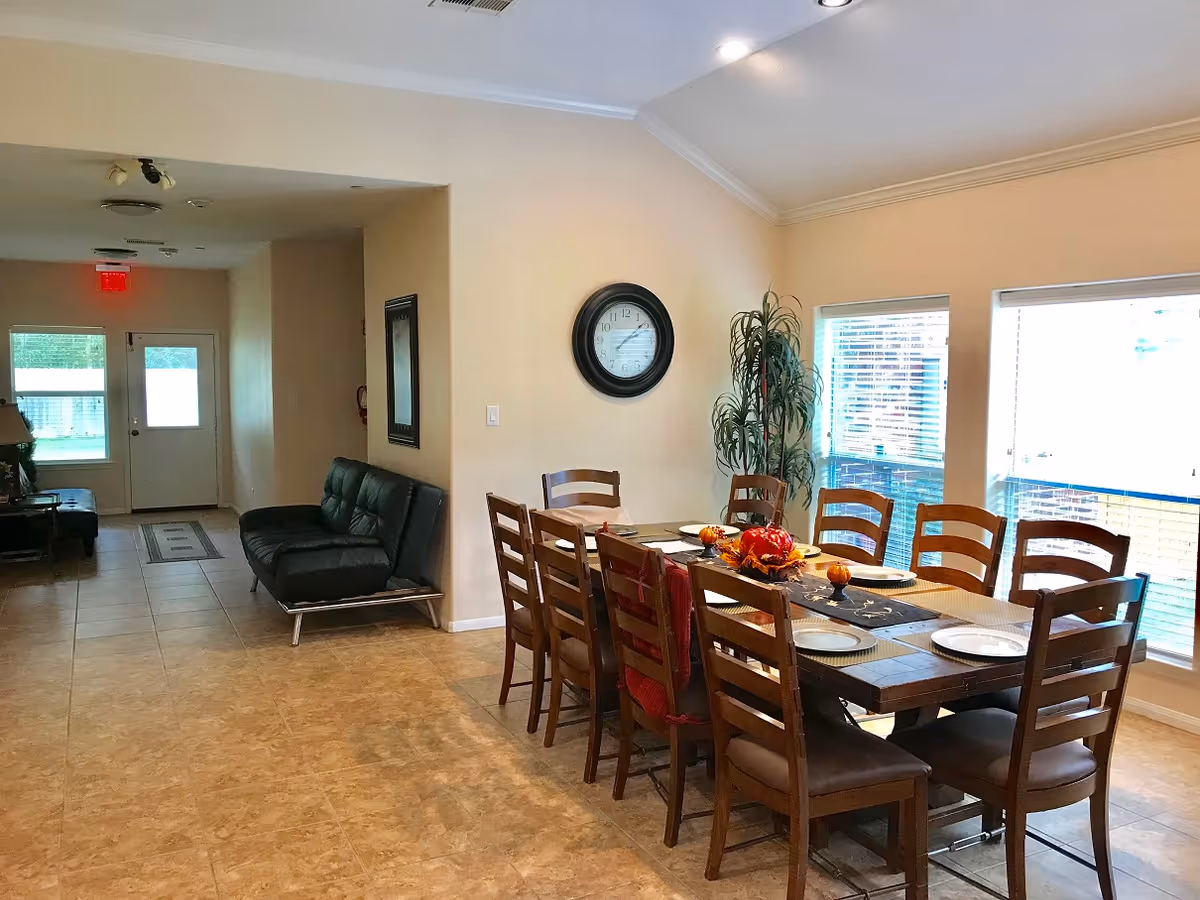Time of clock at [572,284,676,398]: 2:08
